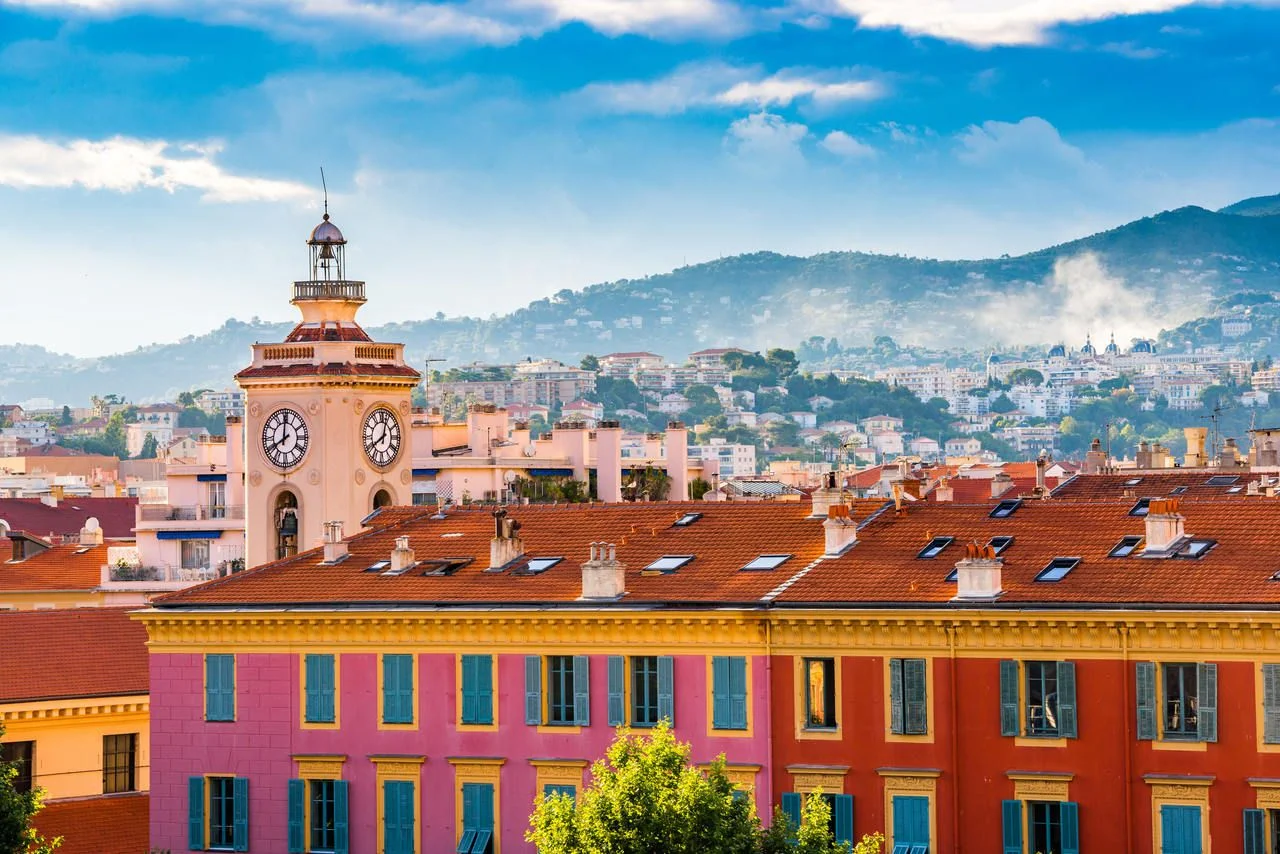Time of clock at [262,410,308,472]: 7:59
